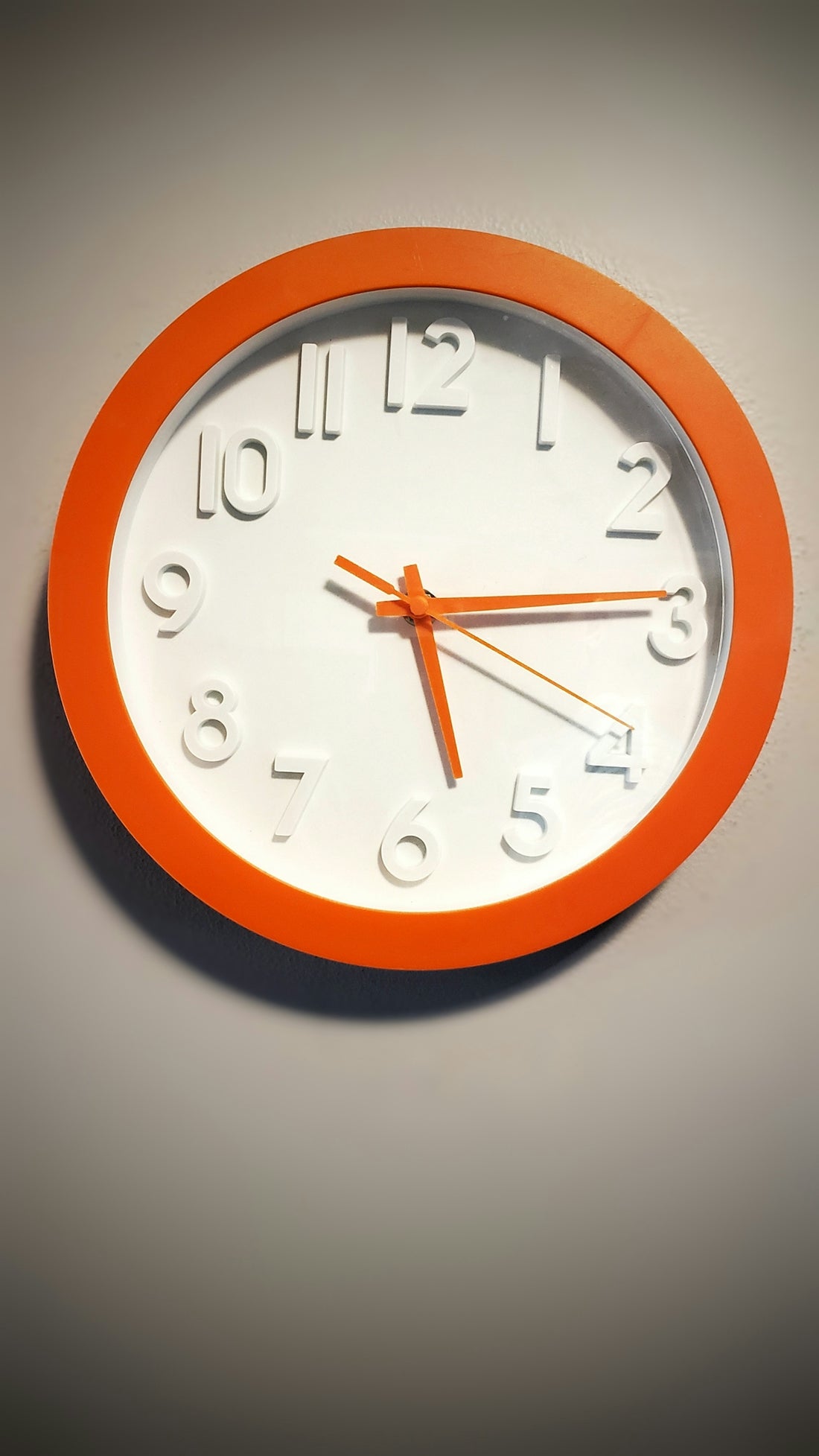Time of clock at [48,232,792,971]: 5:14
